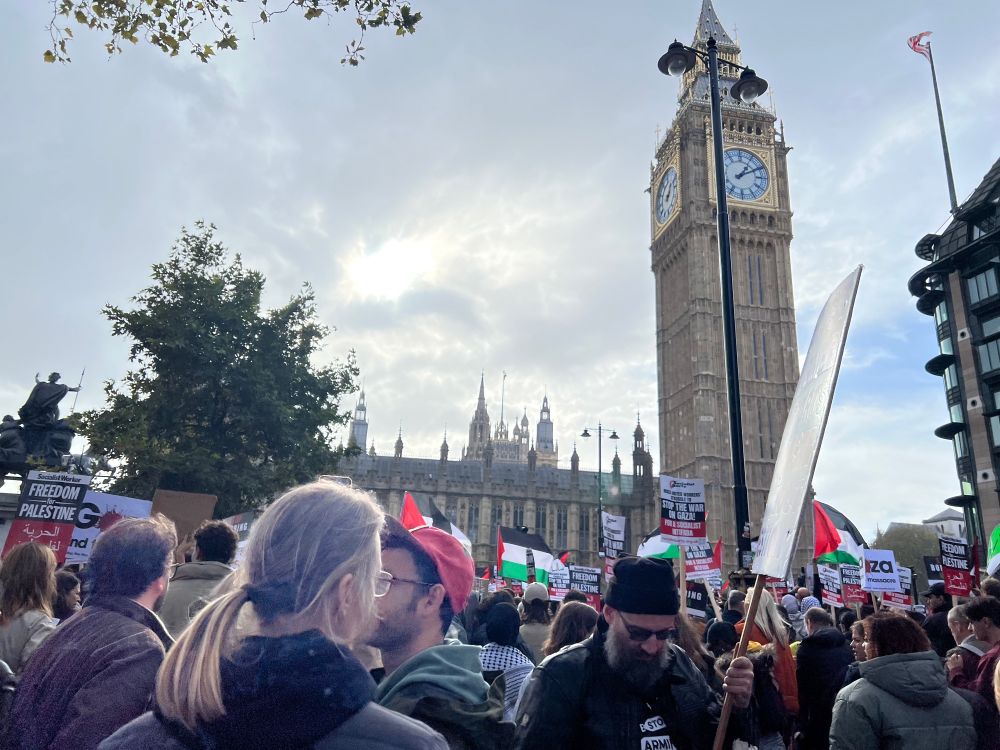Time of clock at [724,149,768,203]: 1:10
